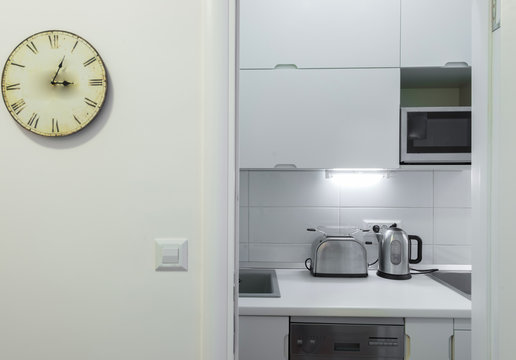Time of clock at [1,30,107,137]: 3:03
